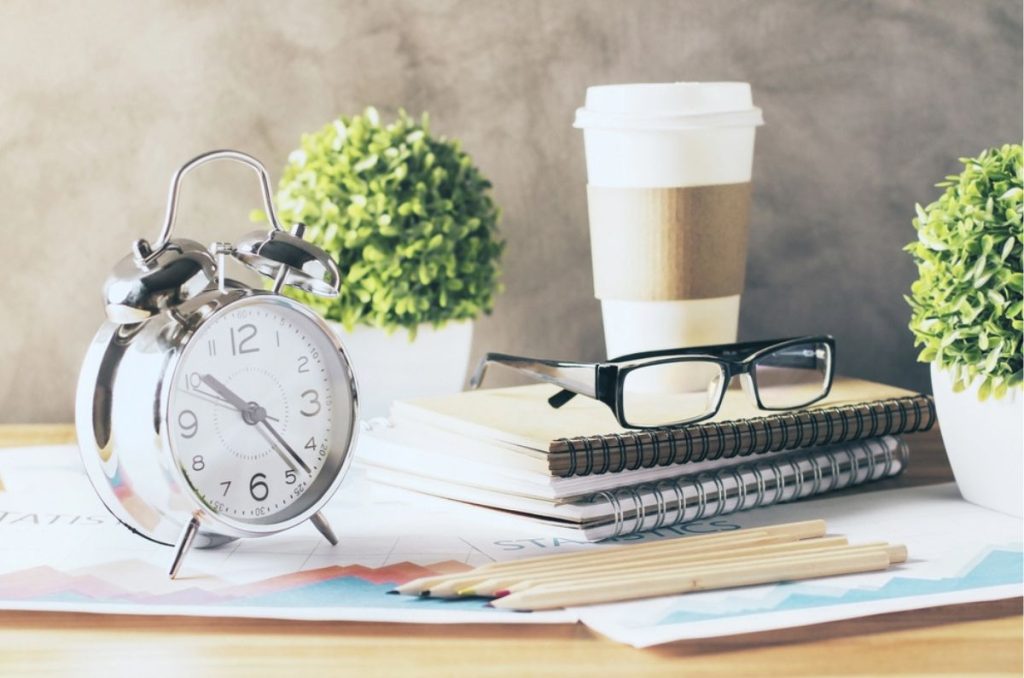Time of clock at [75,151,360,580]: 10:22
